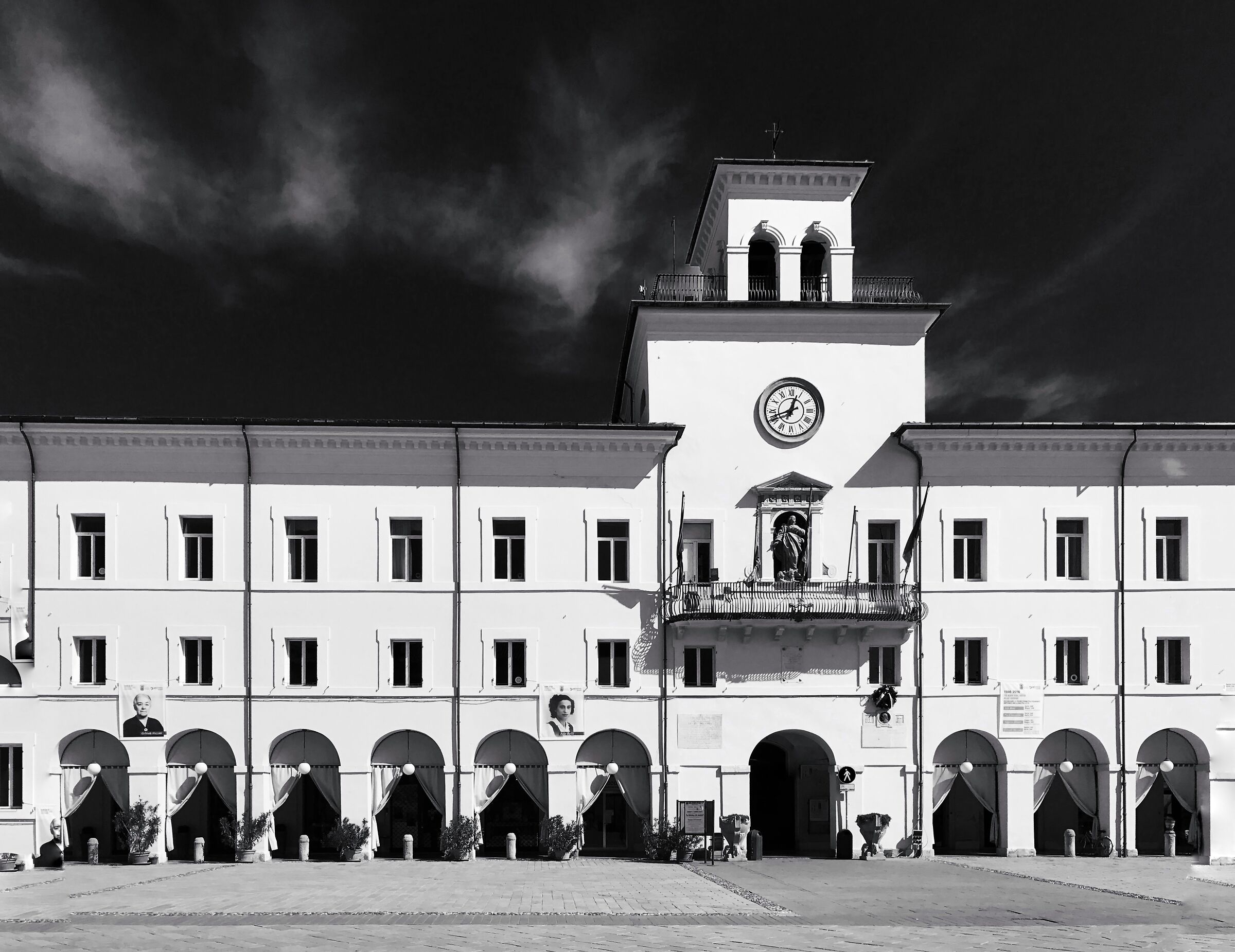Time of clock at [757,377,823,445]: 12:41
